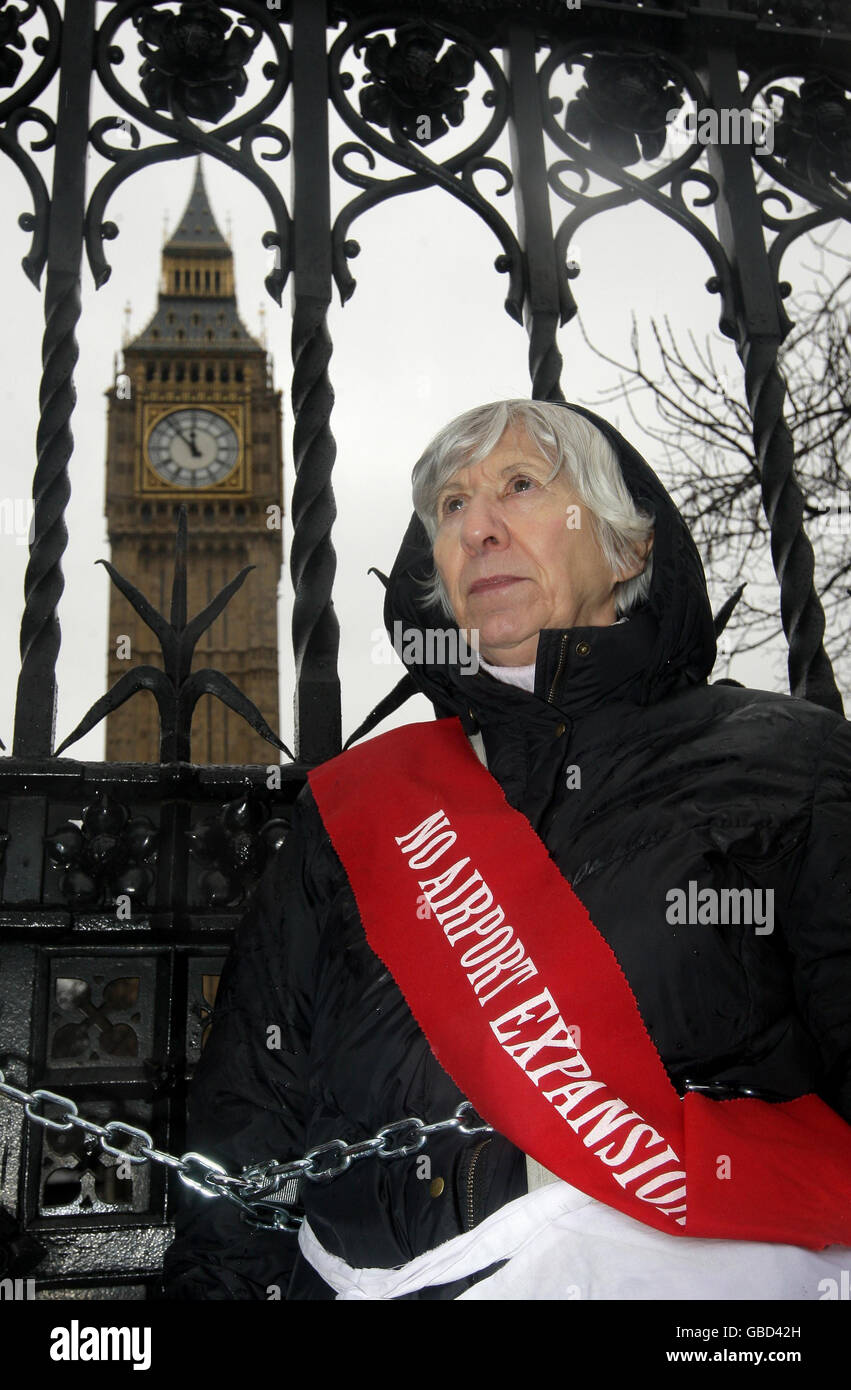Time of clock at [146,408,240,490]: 11:53
